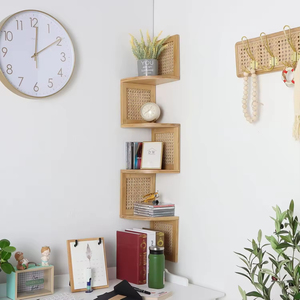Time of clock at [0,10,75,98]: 12:09
